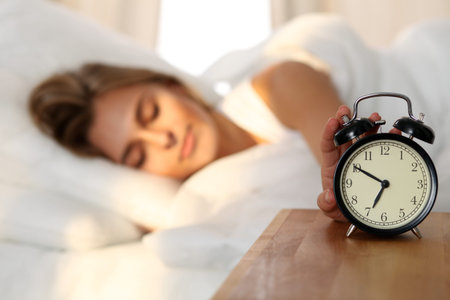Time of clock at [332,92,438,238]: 6:50
